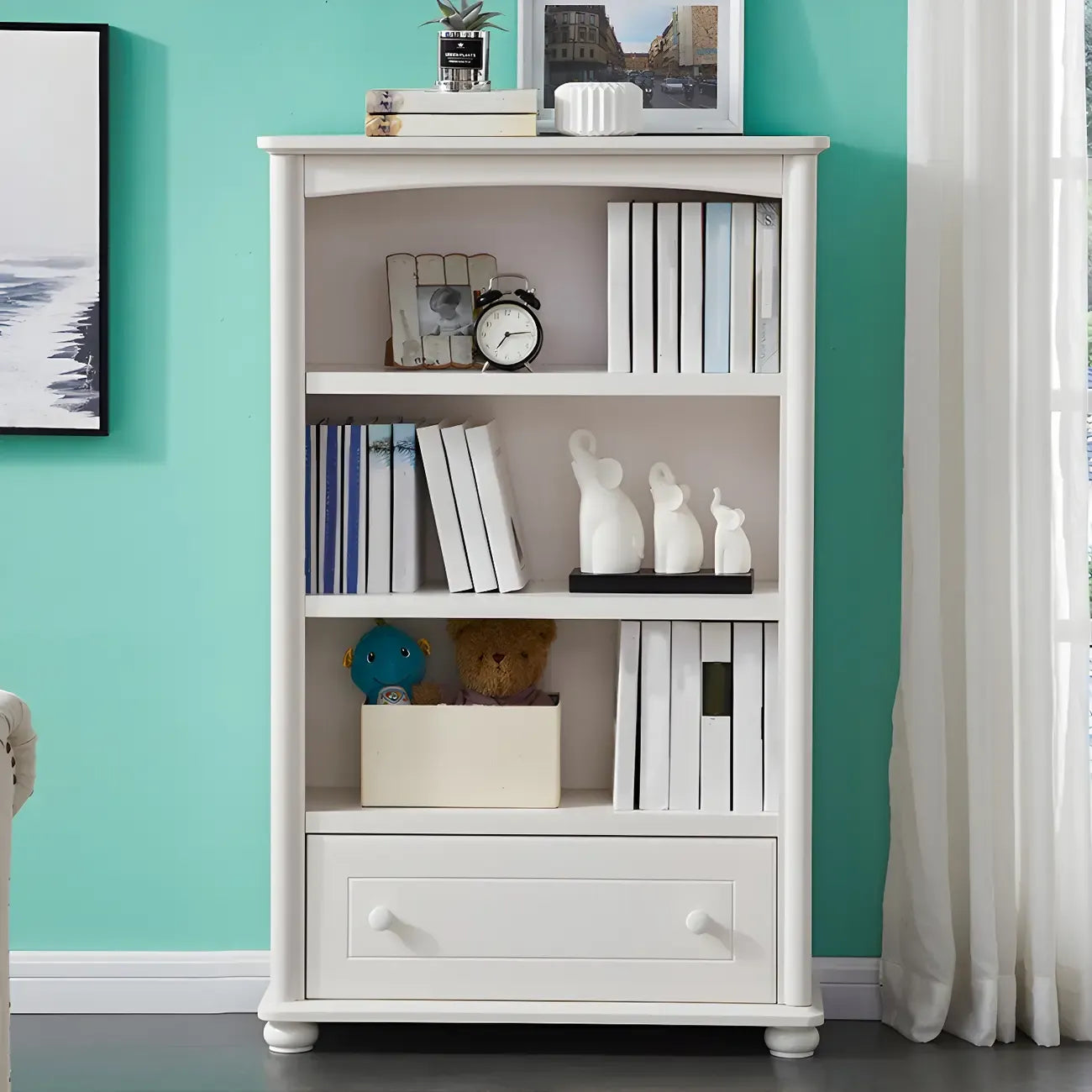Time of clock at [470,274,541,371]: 7:13
